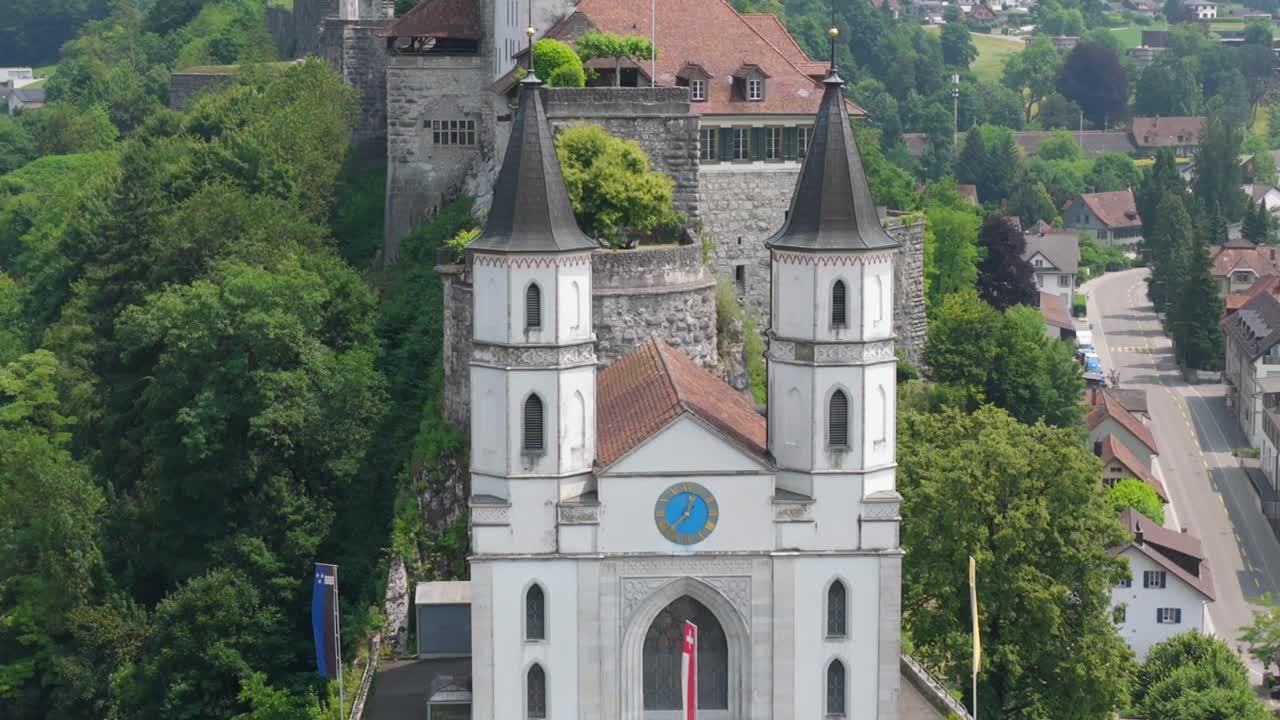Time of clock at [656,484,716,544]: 12:37
